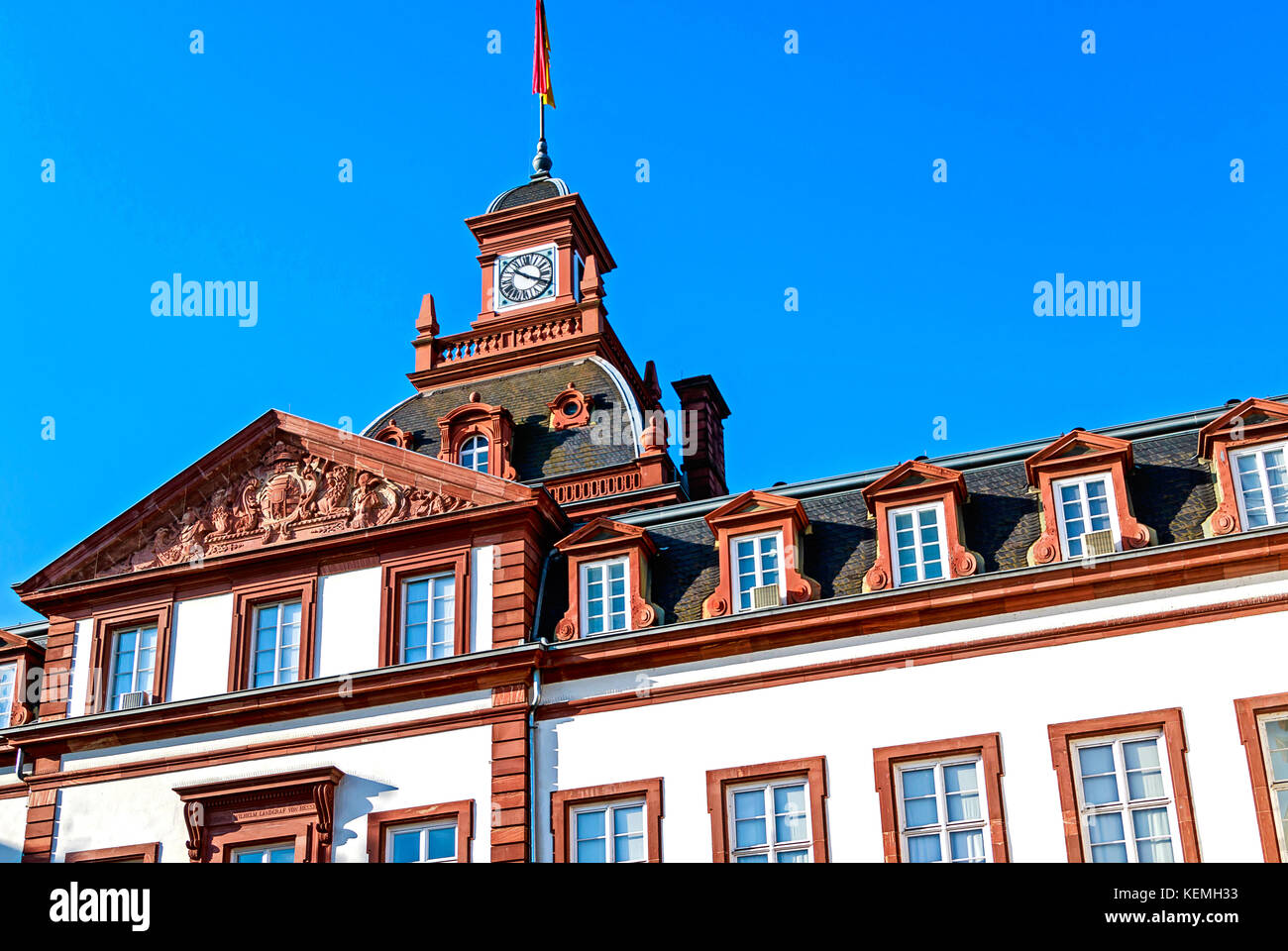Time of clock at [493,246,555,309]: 10:19
